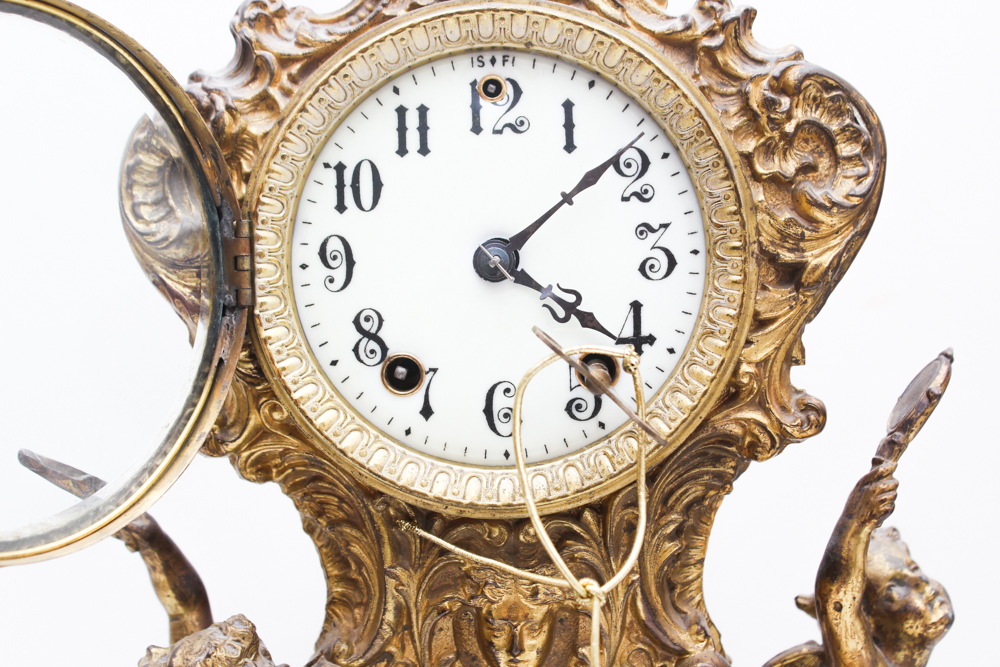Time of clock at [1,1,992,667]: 4:08
